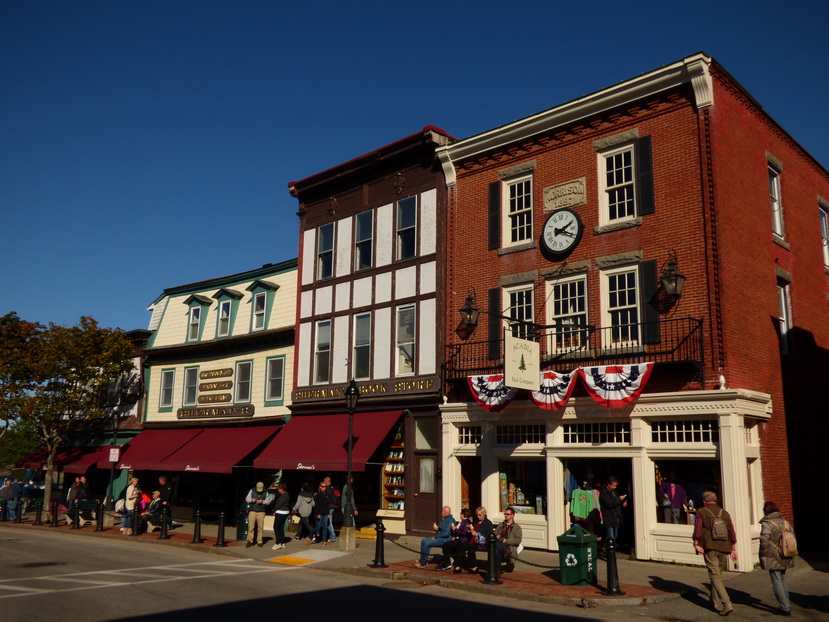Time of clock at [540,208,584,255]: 2:19
